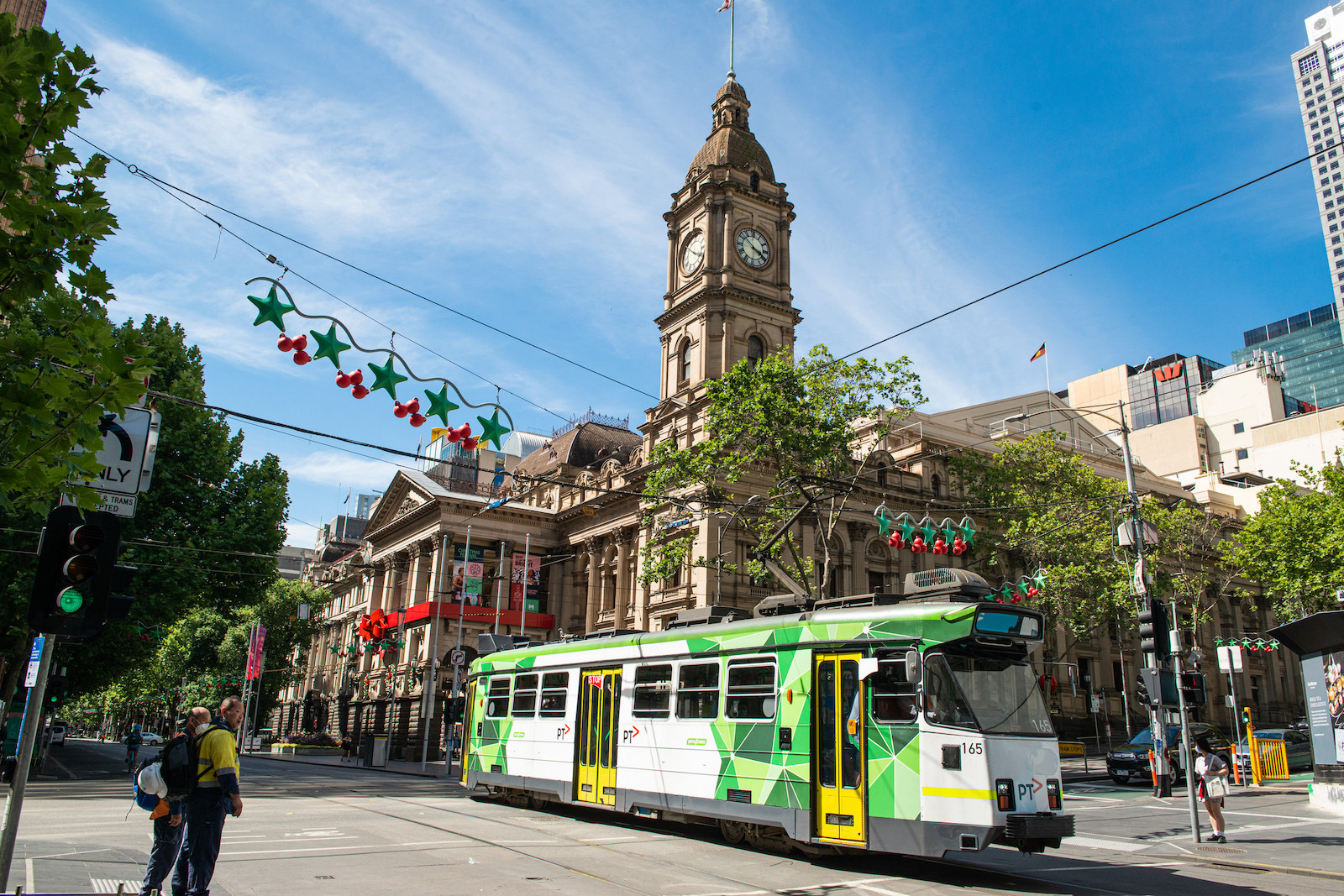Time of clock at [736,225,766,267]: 3:52
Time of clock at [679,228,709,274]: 3:50
